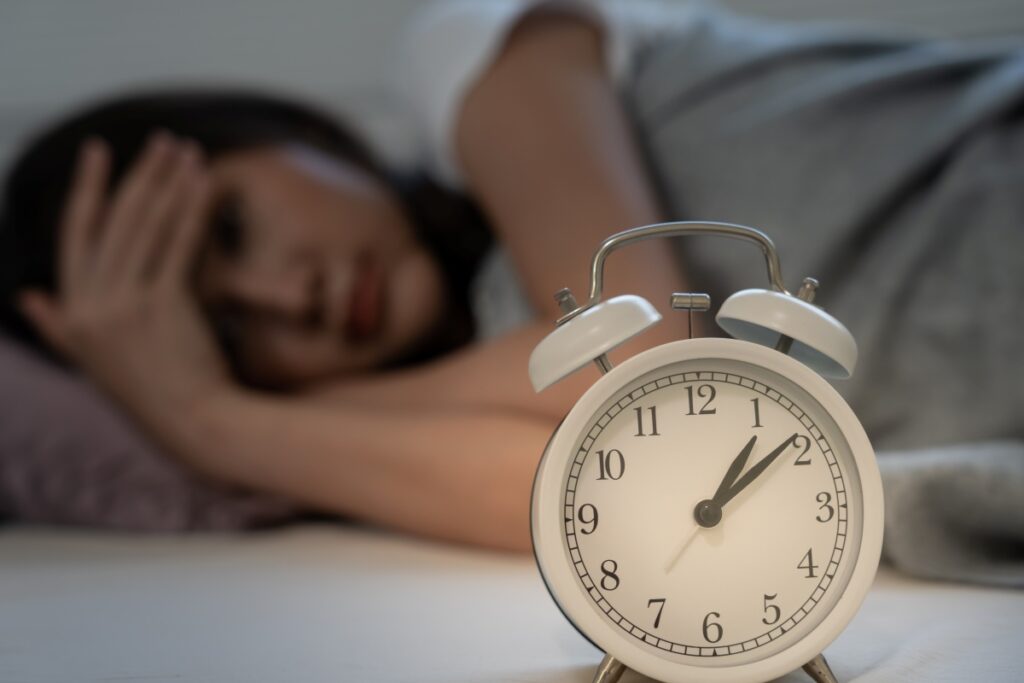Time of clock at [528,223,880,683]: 1:08
